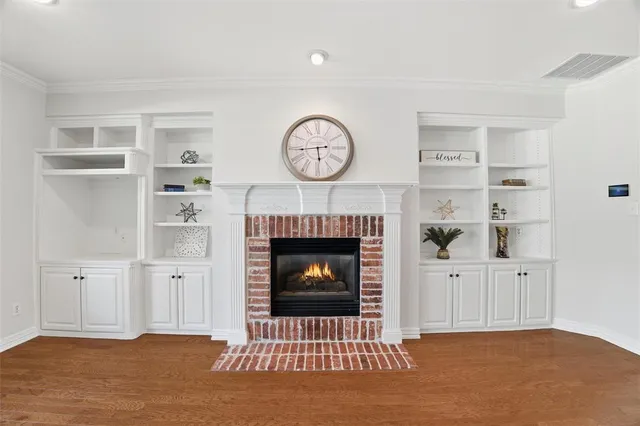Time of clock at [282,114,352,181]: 5:44
